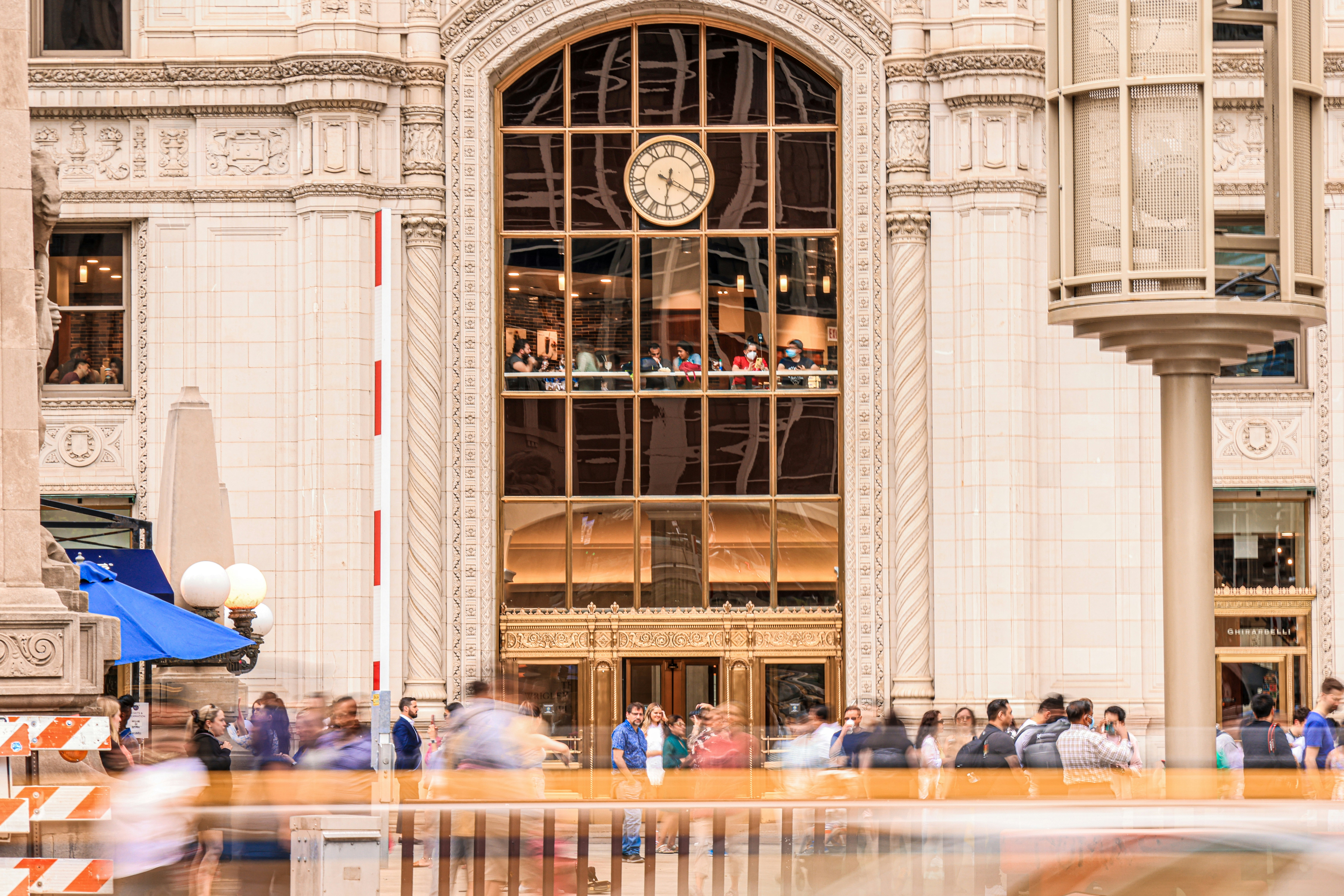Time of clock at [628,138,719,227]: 12:19
